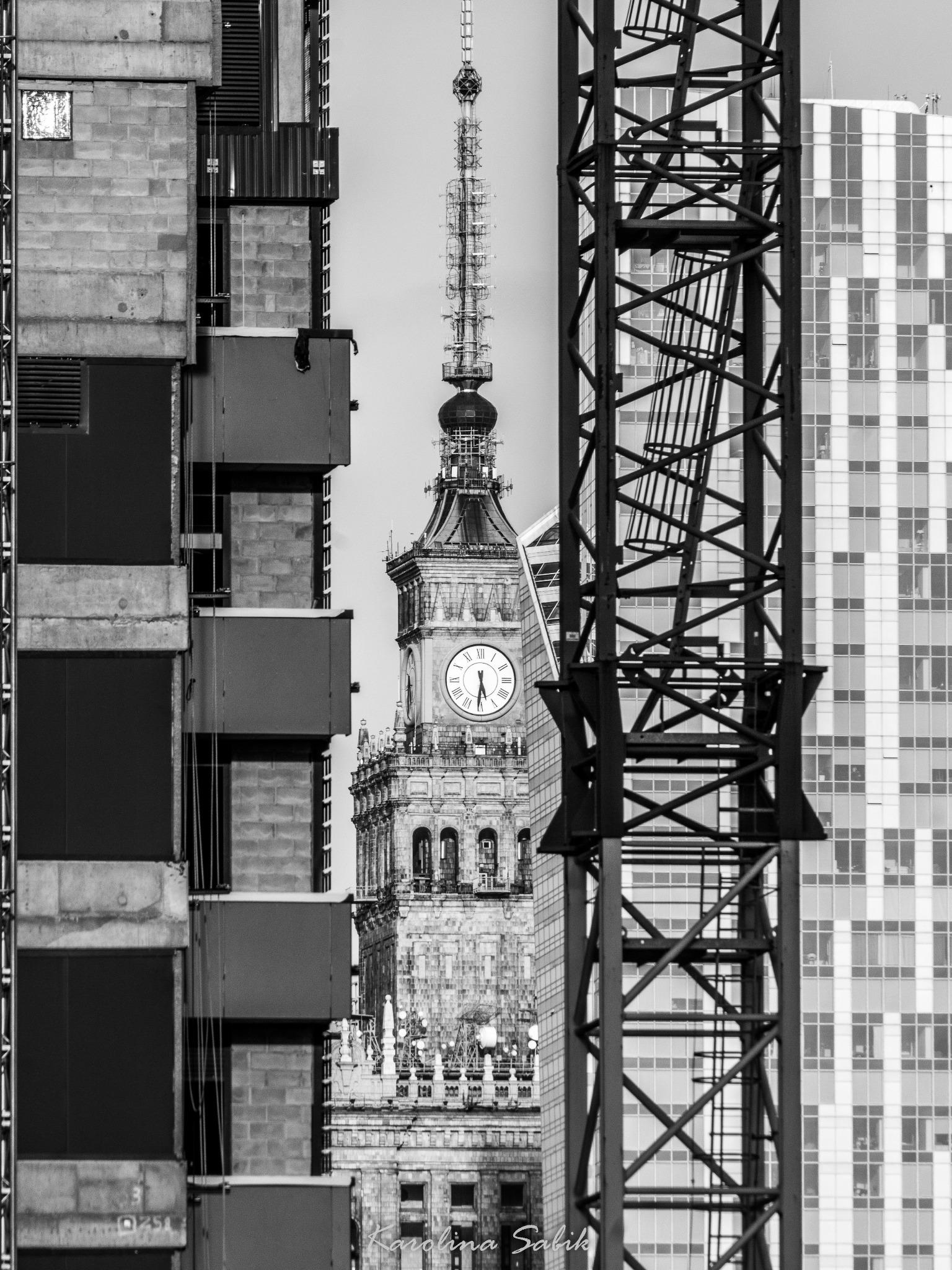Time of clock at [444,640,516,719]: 5:30
